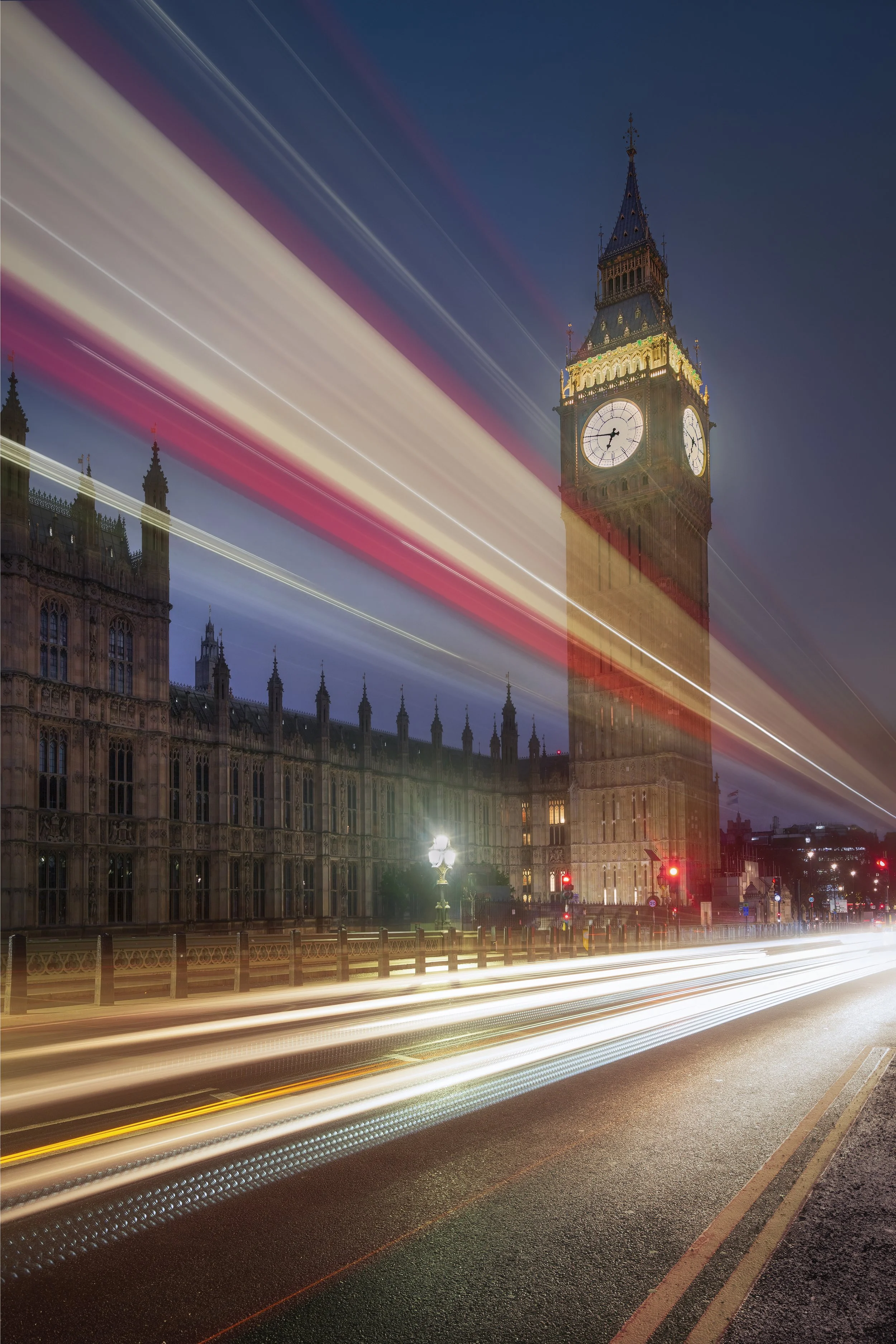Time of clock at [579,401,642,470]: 6:46
